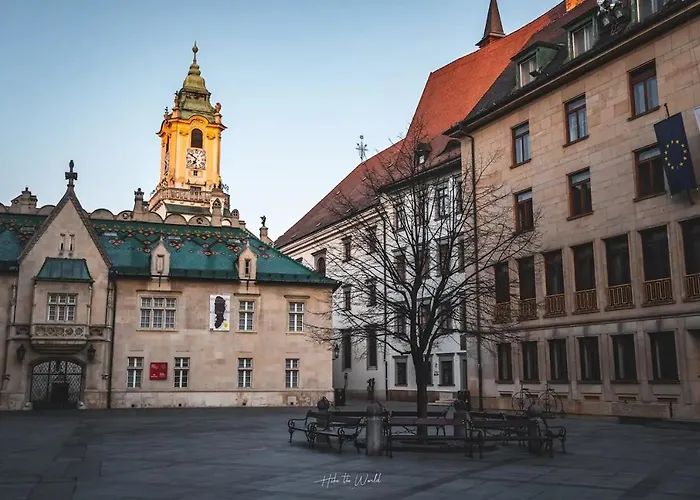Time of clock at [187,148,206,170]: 6:50
